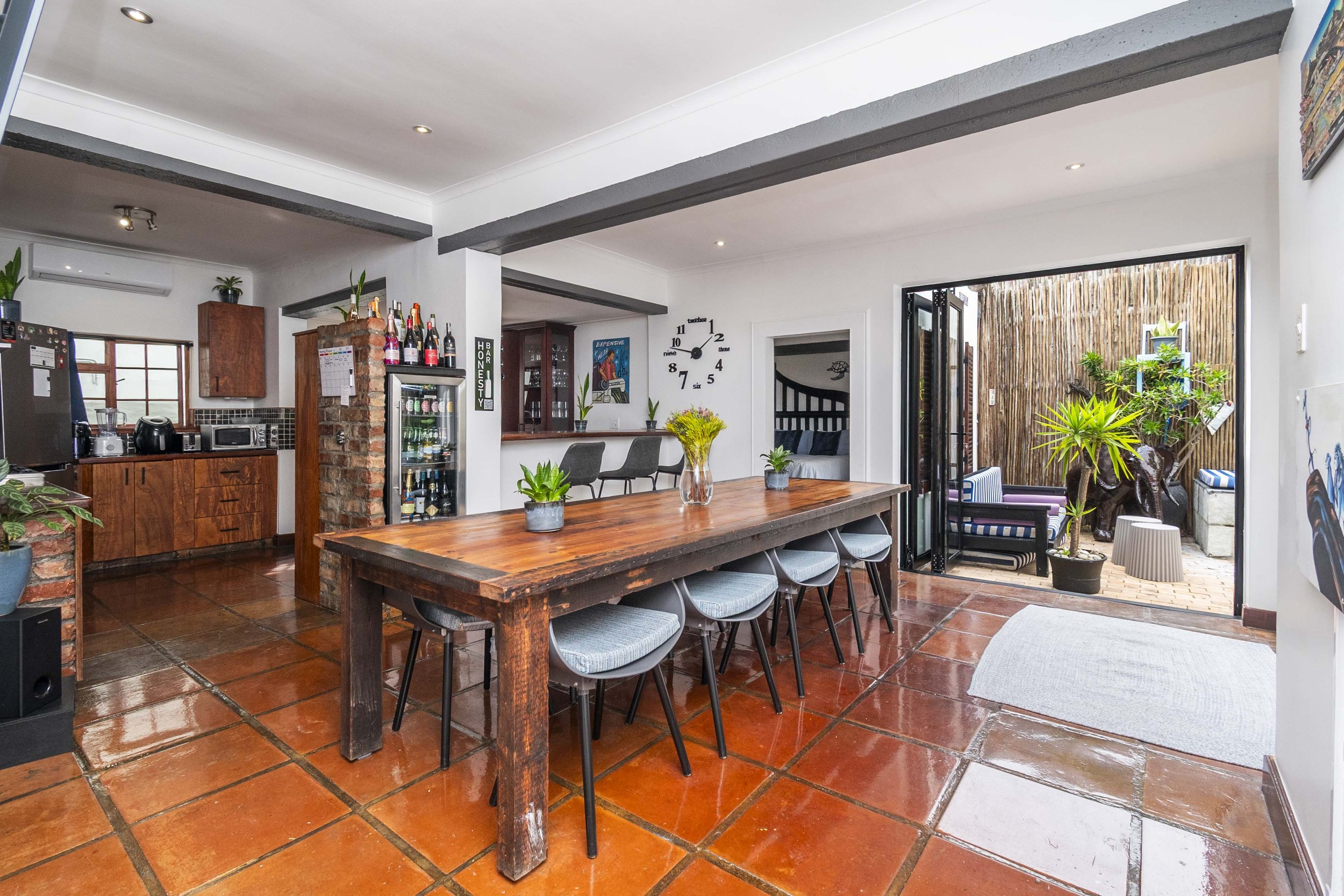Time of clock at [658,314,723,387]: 1:47
